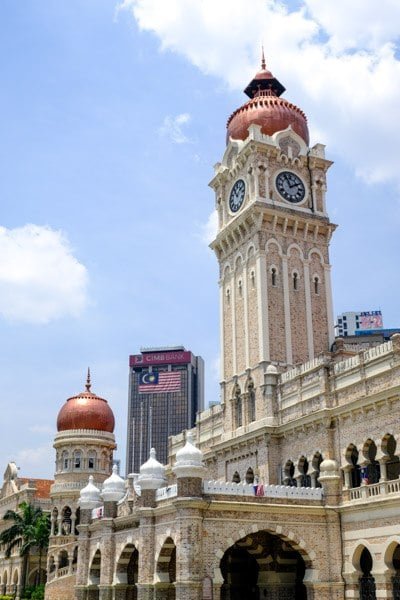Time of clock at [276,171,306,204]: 1:56
